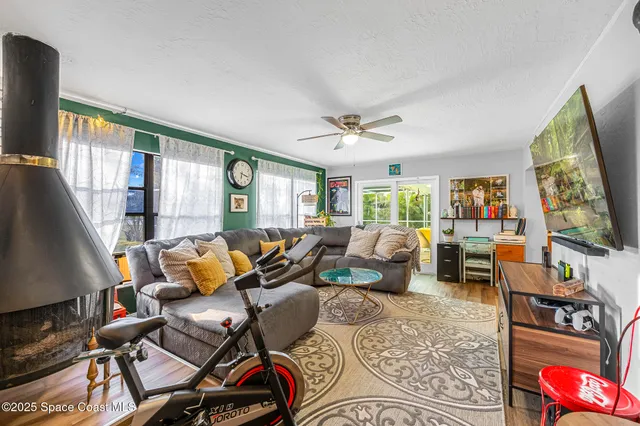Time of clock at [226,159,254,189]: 6:17
